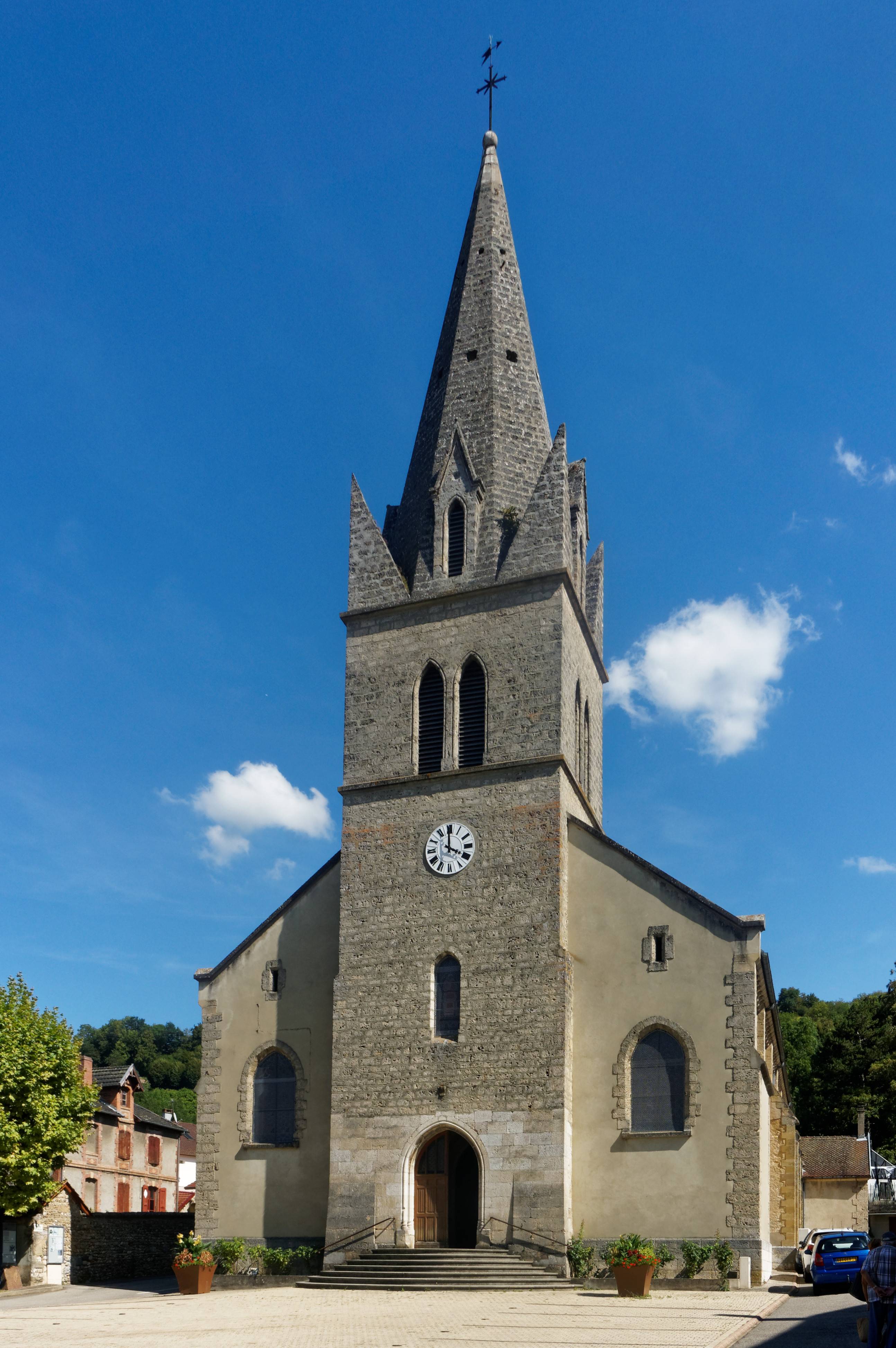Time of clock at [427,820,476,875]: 3:59
